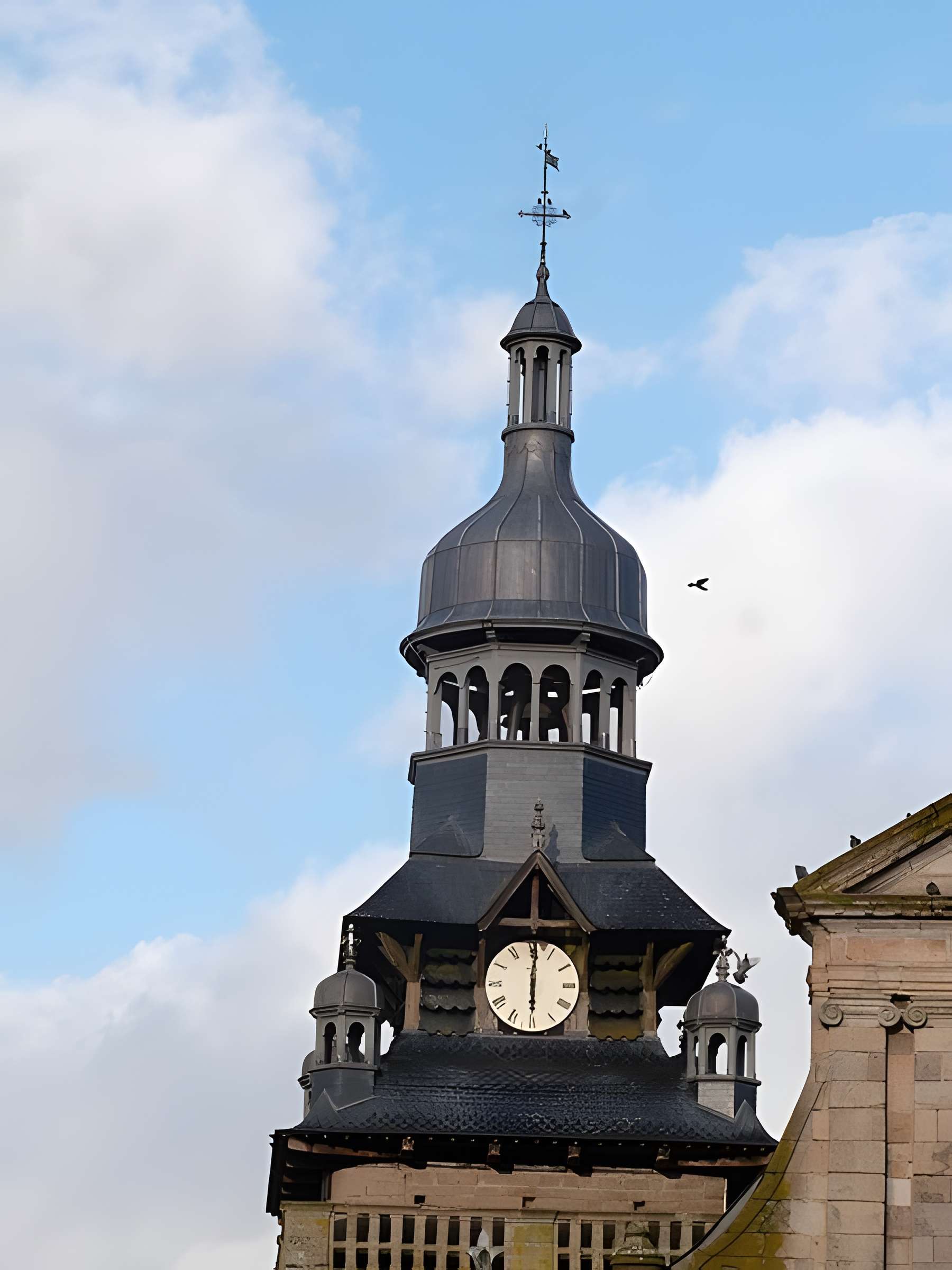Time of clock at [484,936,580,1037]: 6:00
